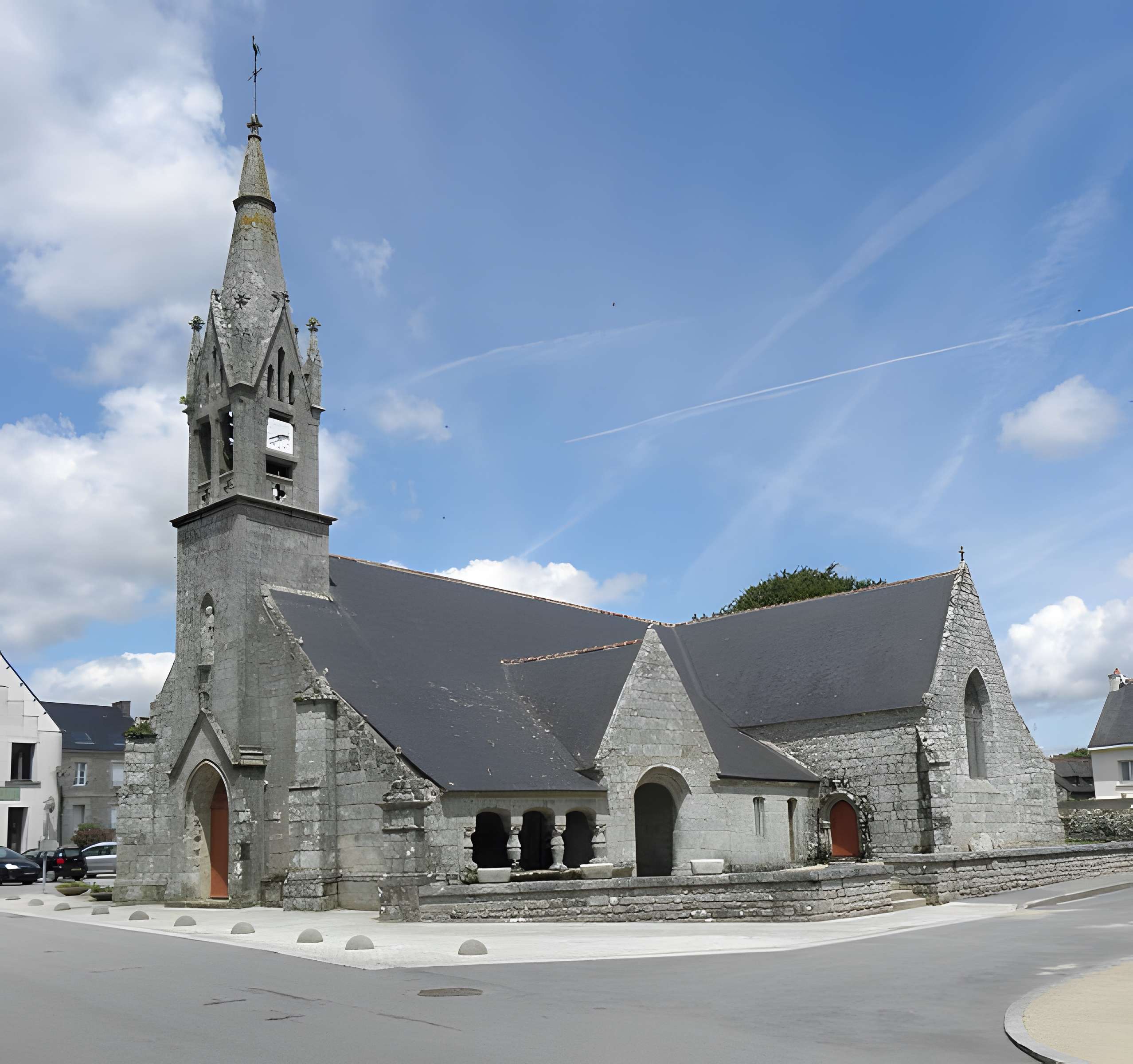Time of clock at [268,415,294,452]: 2:40
